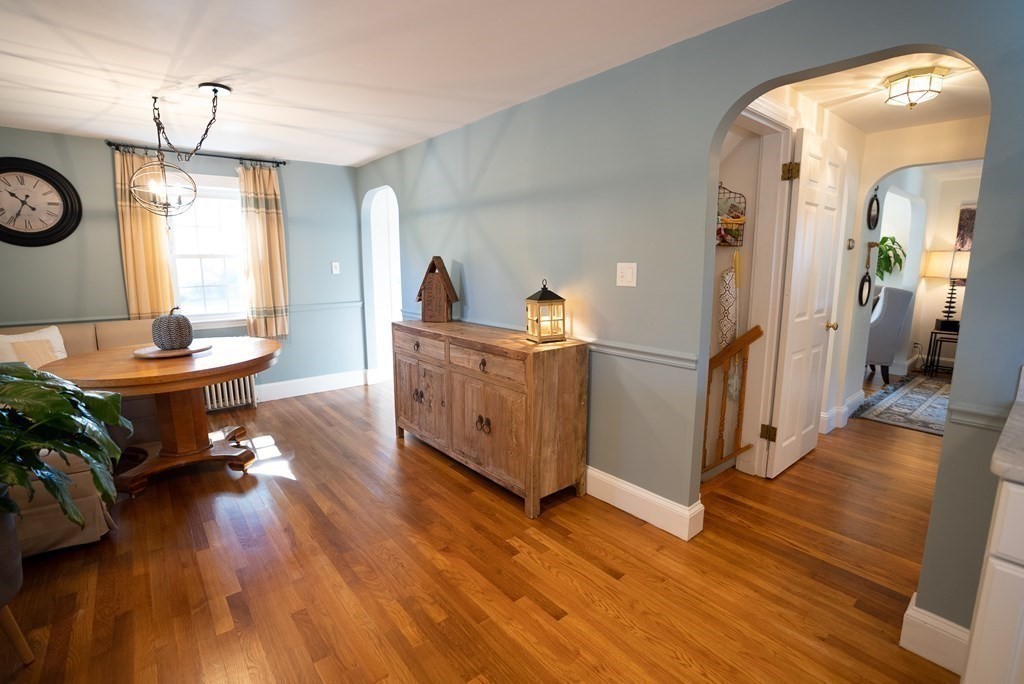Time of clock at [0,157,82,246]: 10:34
